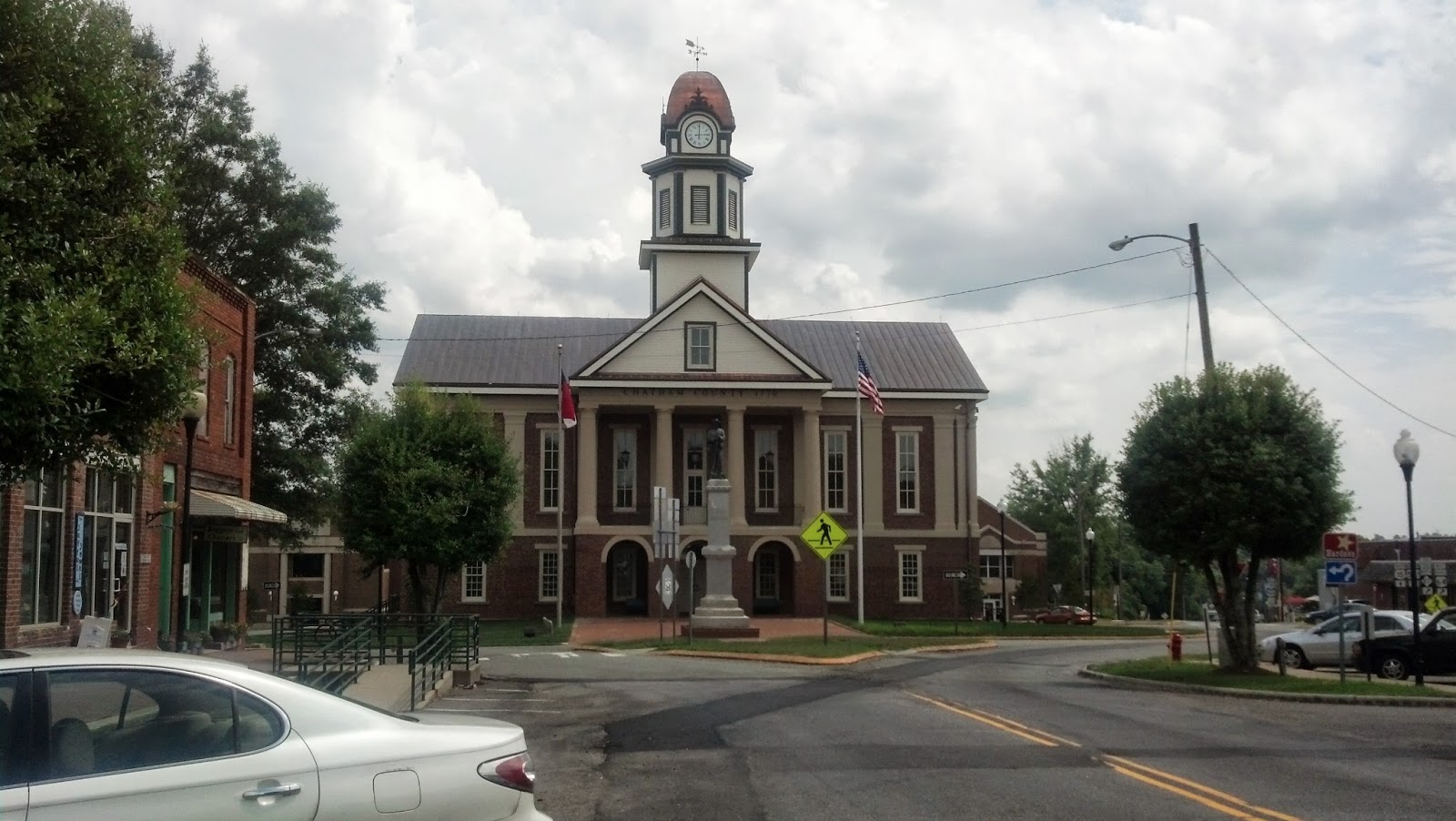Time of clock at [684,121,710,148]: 3:00
